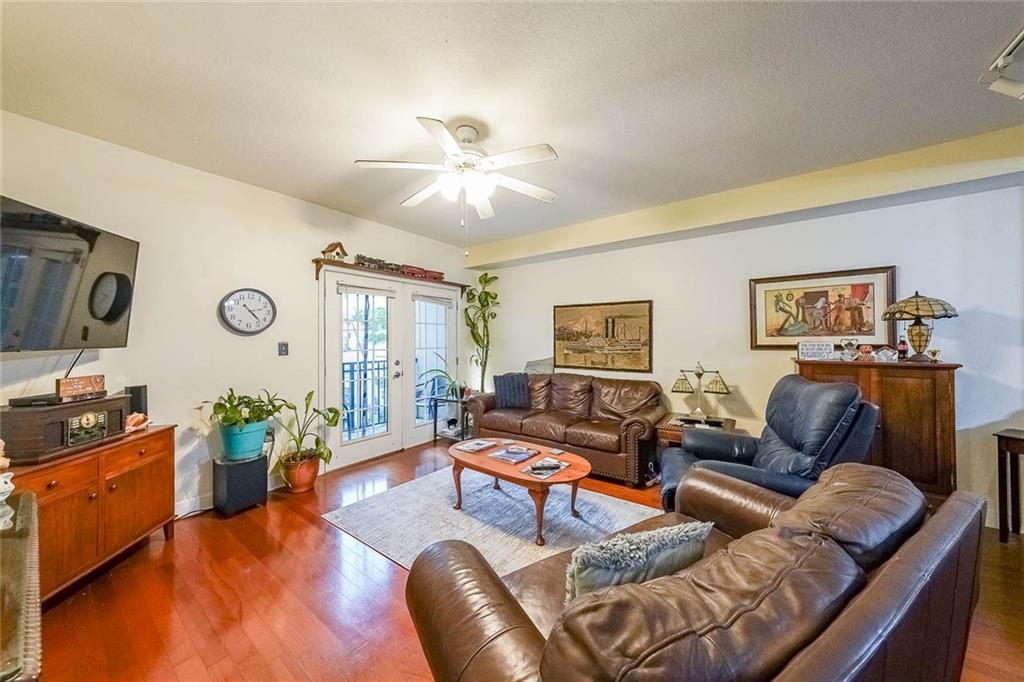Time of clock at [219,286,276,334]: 4:22
